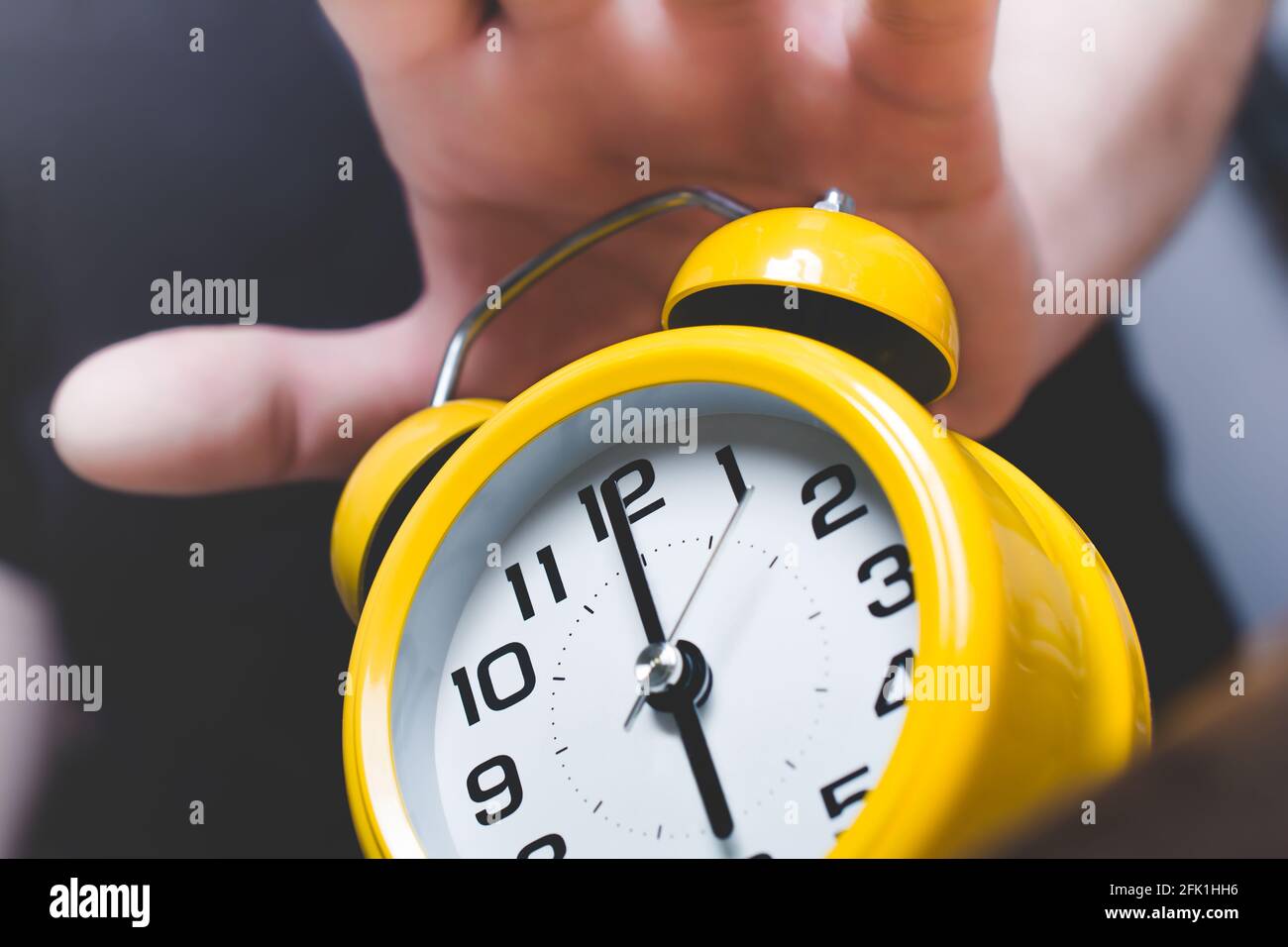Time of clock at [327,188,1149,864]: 6:00
